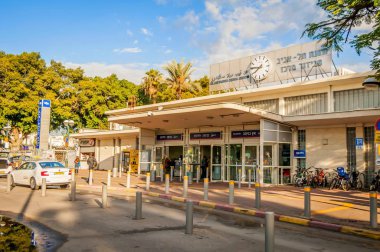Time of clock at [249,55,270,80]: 7:46
